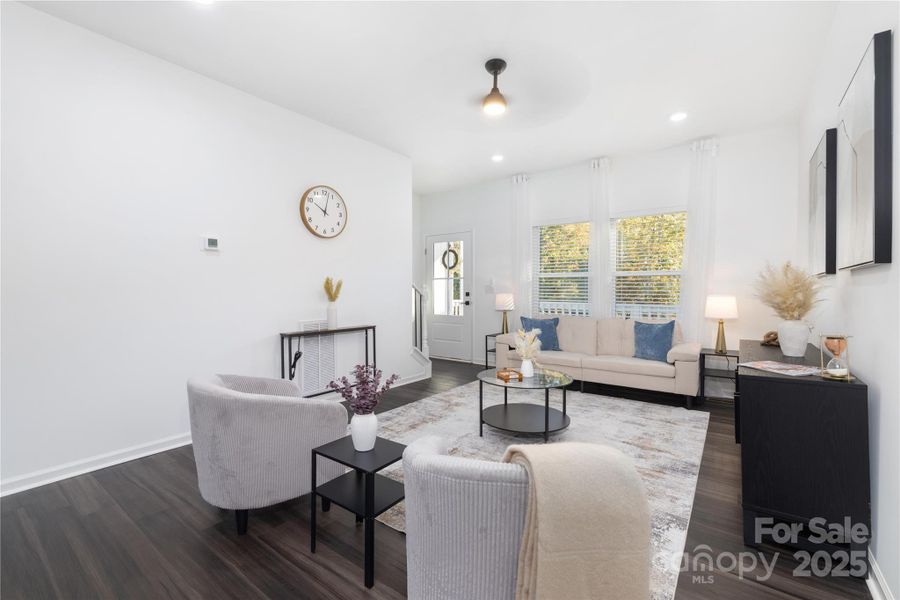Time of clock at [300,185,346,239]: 10:02
